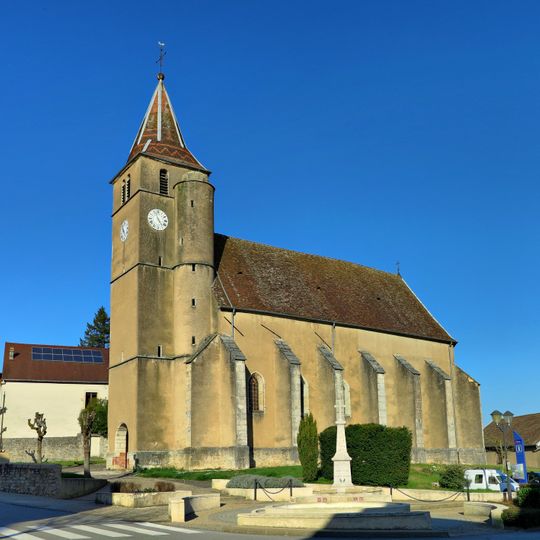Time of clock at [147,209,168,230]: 4:57
